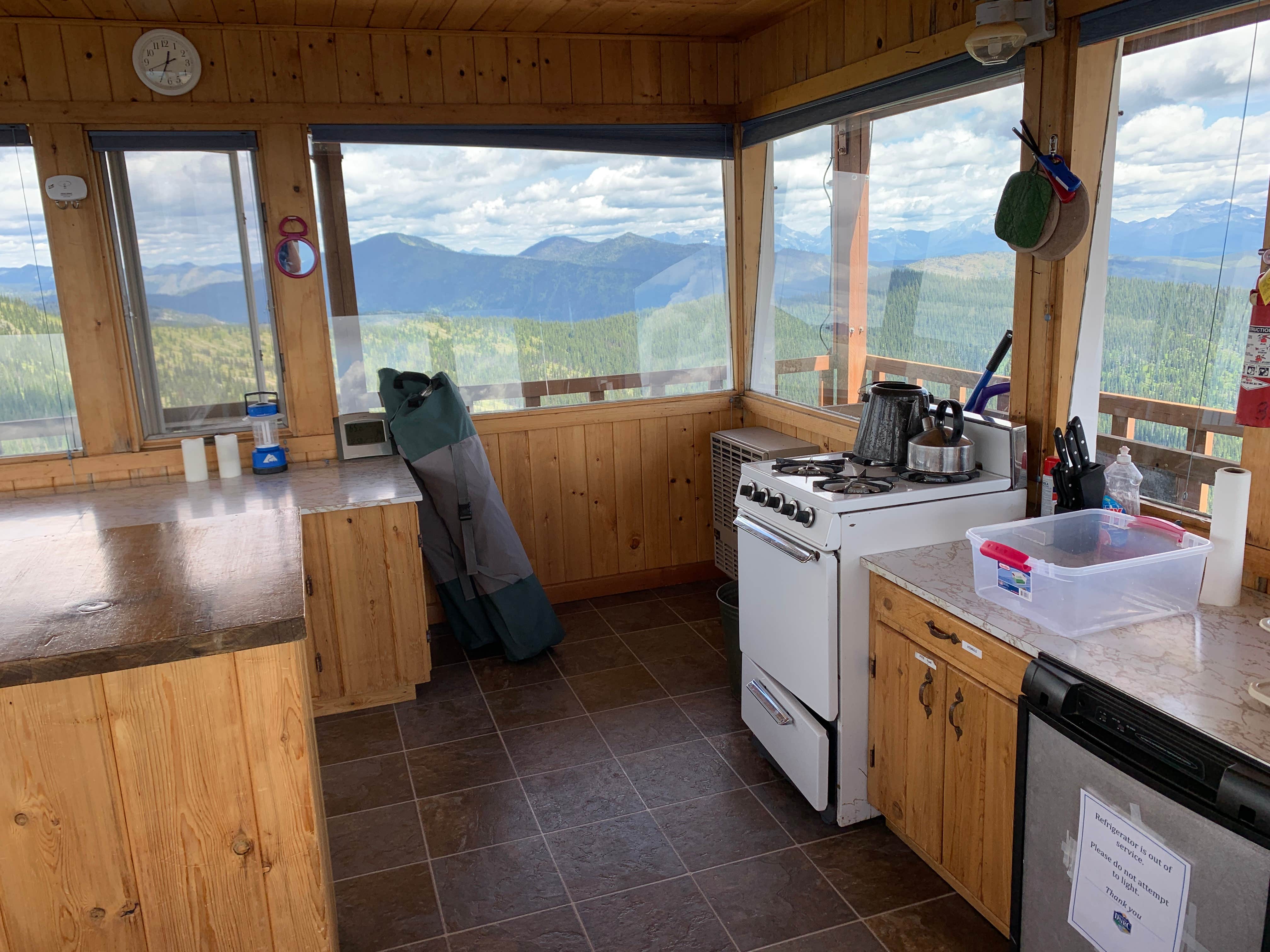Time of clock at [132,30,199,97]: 12:34
